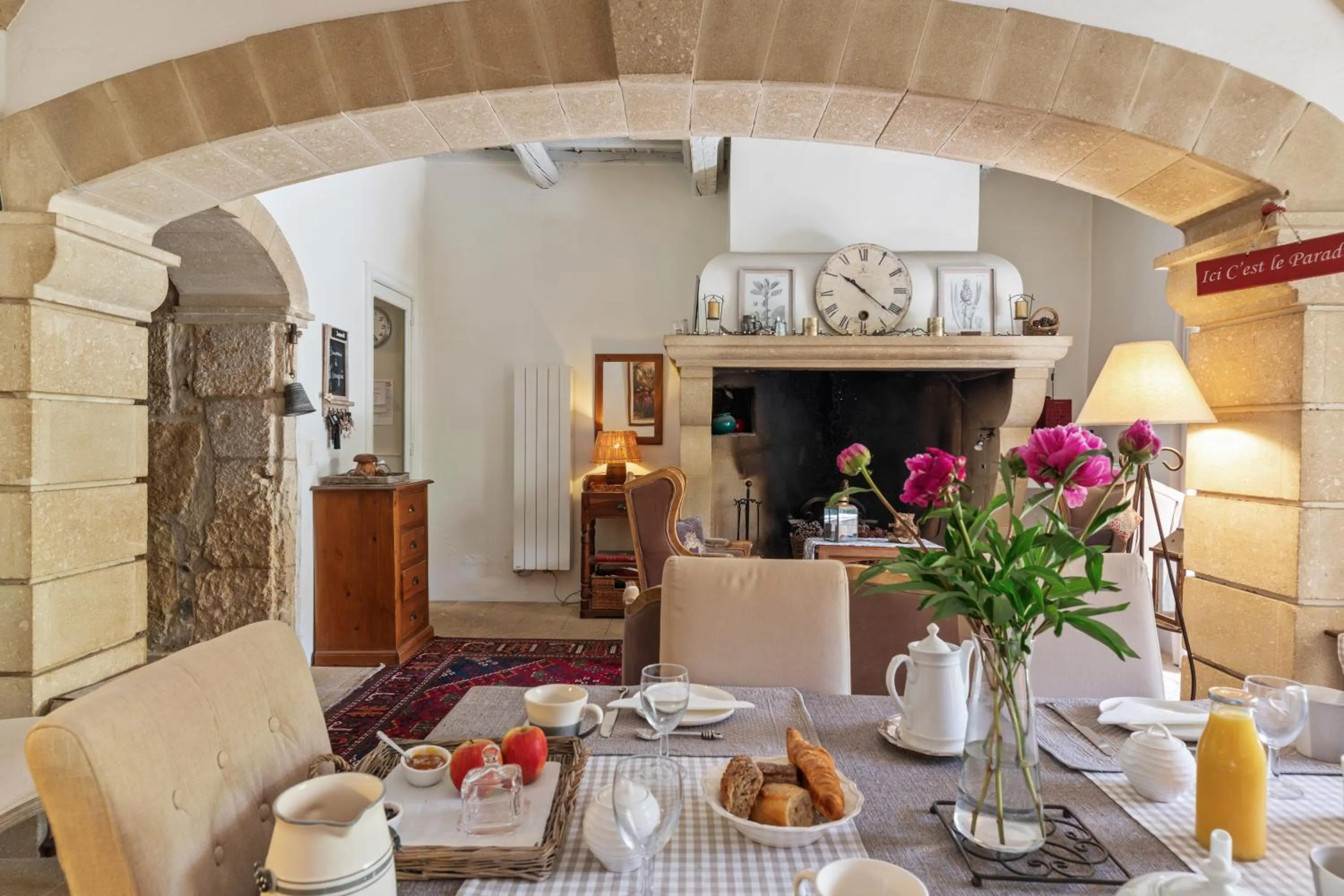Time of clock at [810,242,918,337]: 10:21
